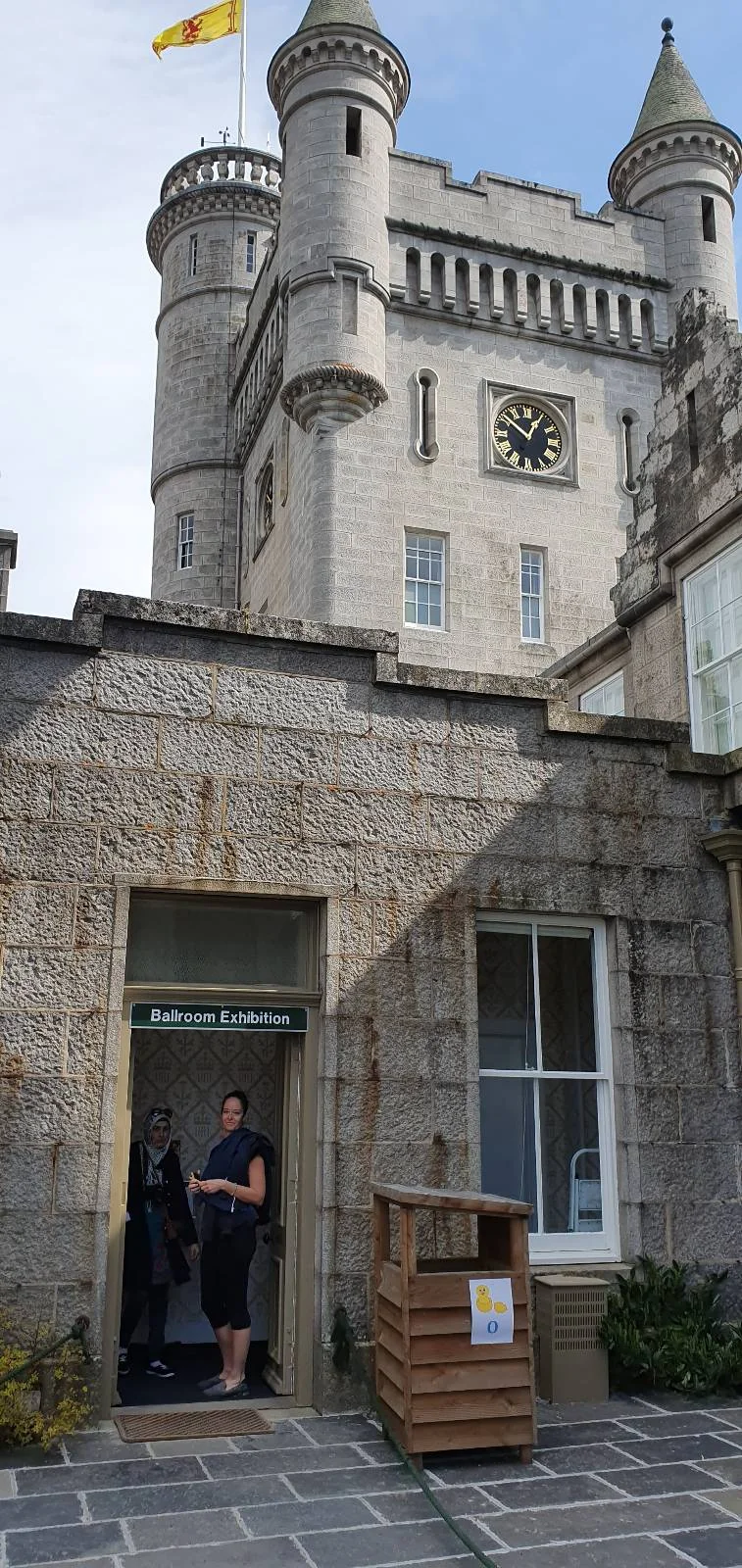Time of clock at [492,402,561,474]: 12:51
